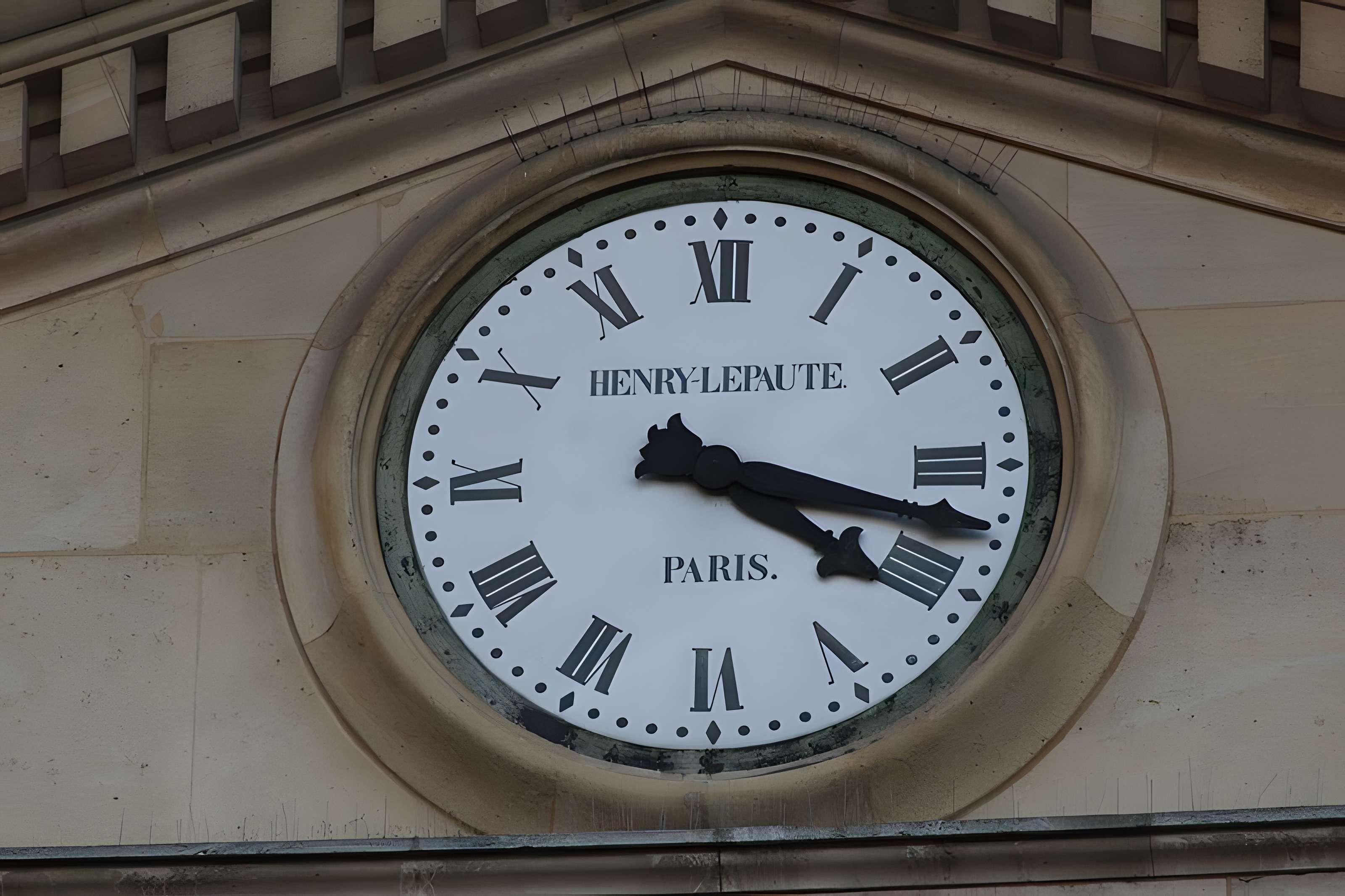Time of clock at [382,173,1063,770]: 4:17
